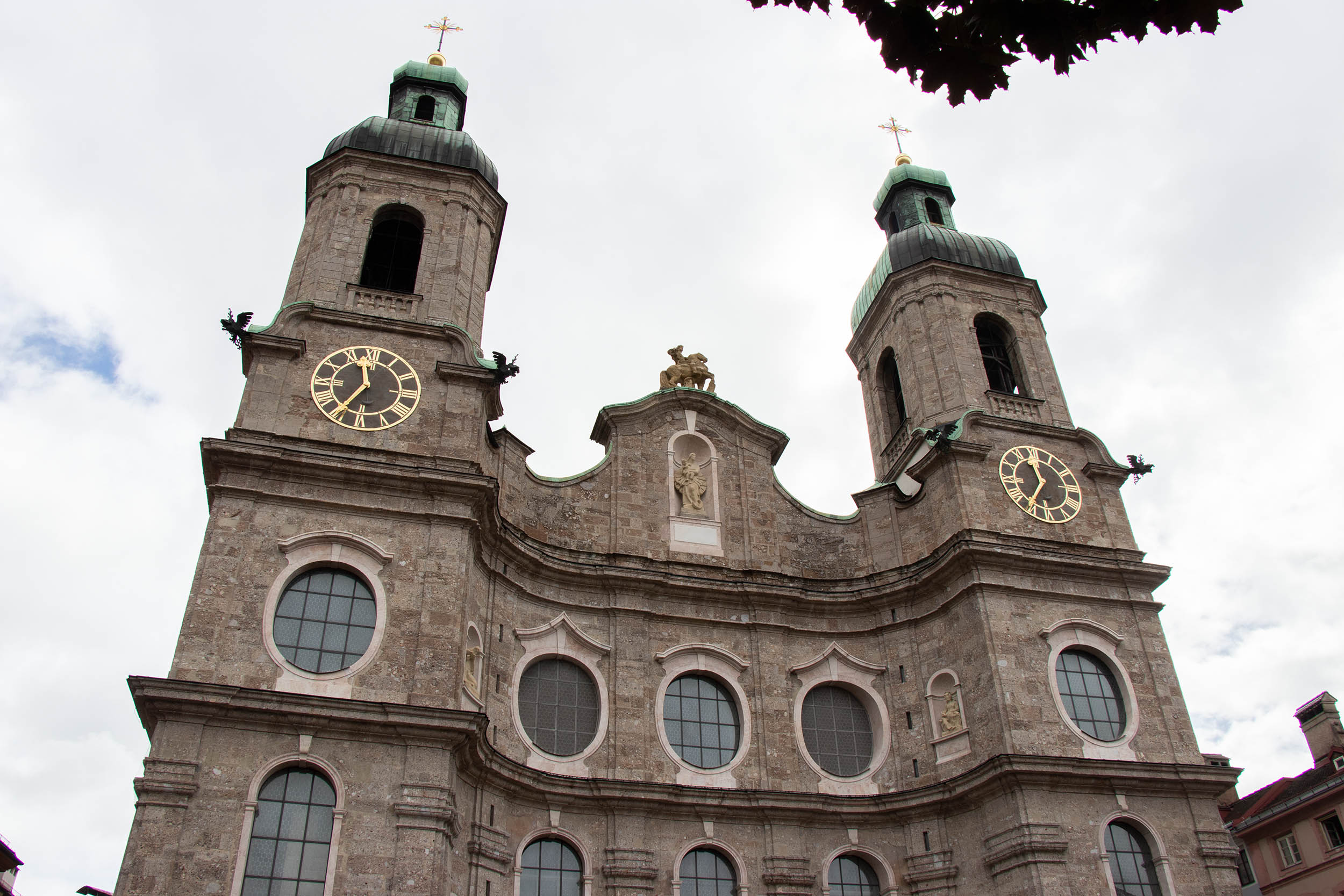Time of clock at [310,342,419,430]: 11:35
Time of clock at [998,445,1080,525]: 11:35
